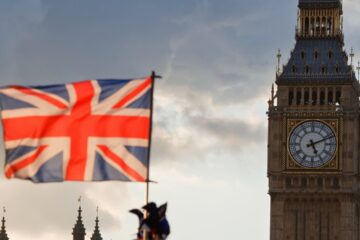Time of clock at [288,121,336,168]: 5:11
